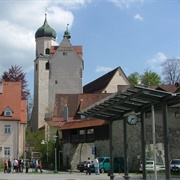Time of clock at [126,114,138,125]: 2:36
